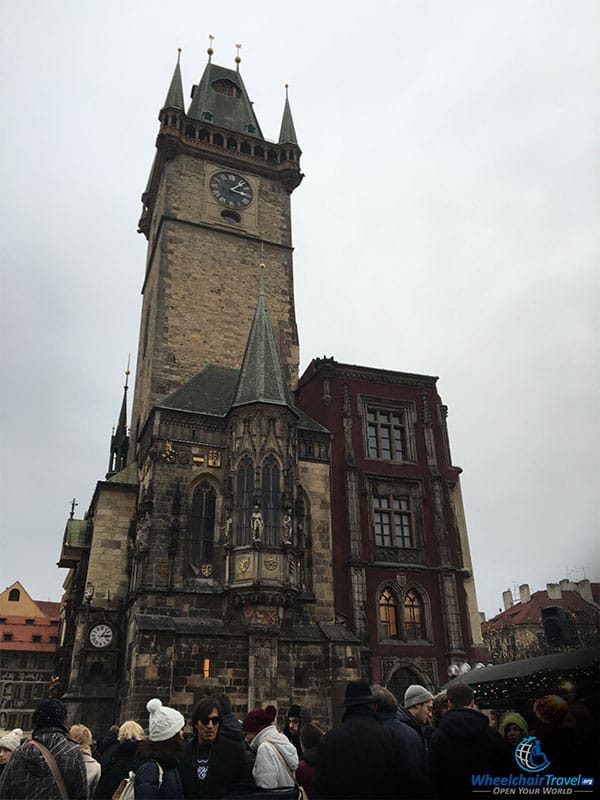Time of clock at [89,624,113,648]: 3:06
